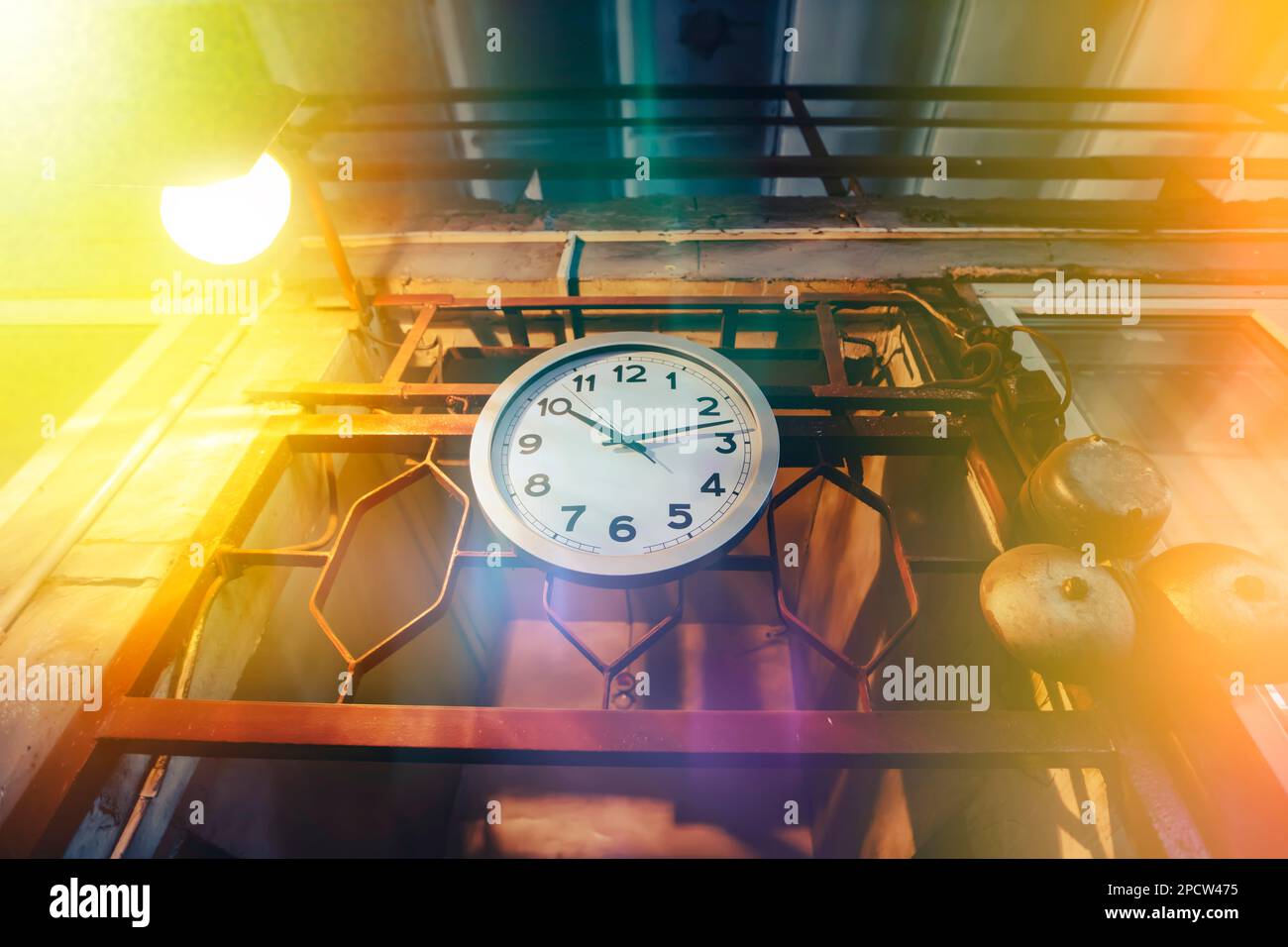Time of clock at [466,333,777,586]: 10:12
